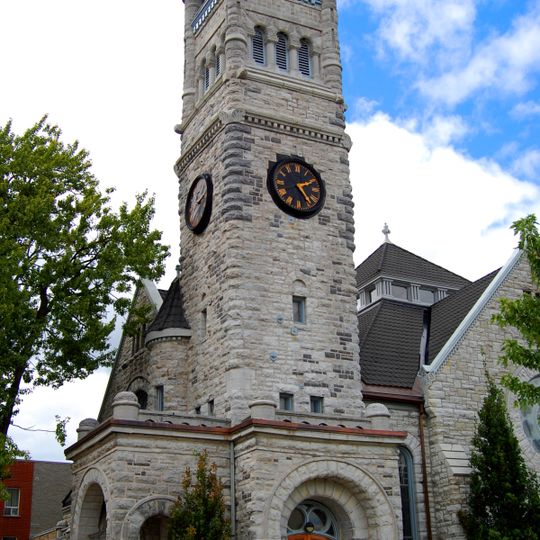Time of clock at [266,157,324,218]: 2:24
